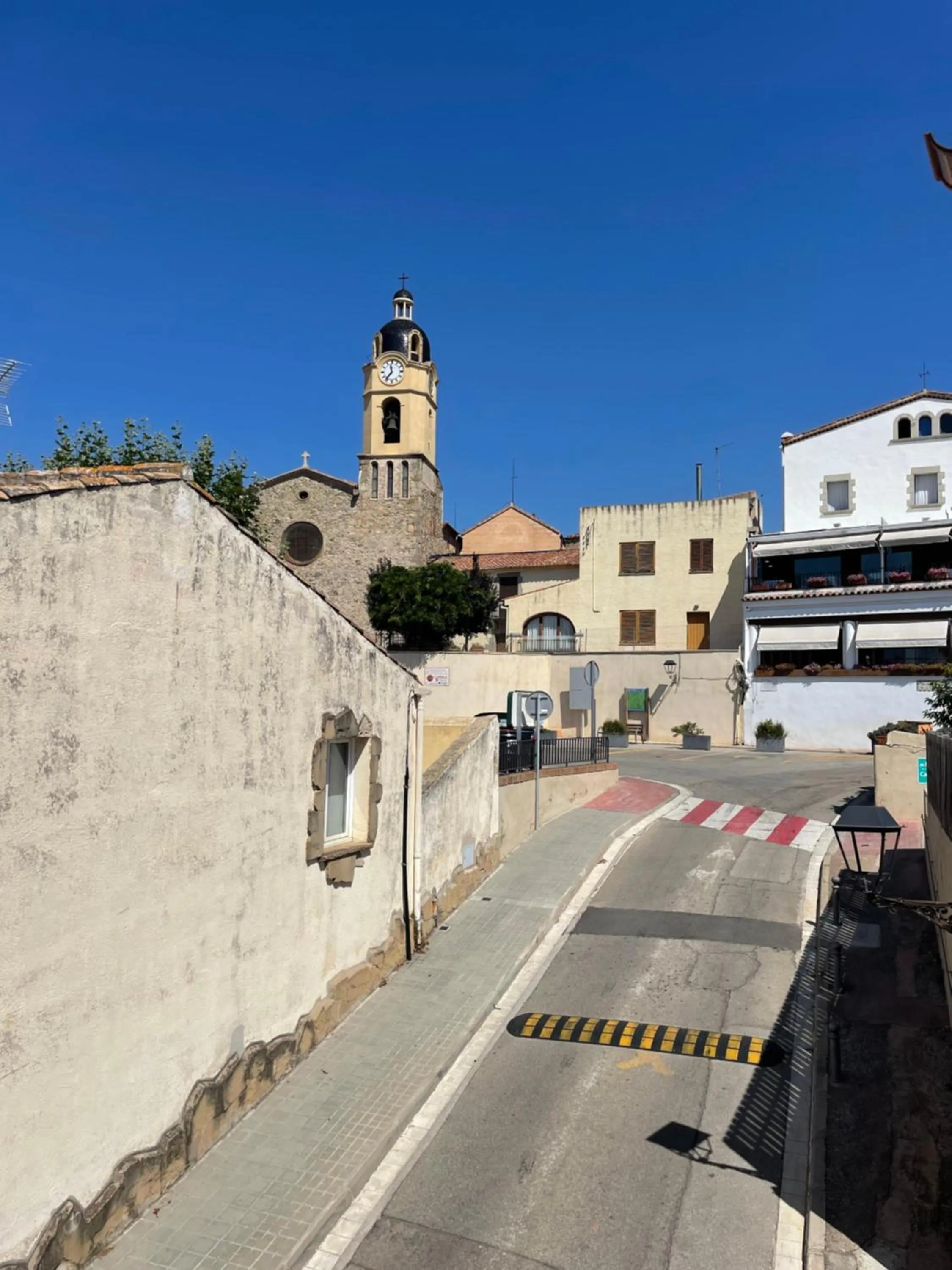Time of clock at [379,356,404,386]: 11:36
